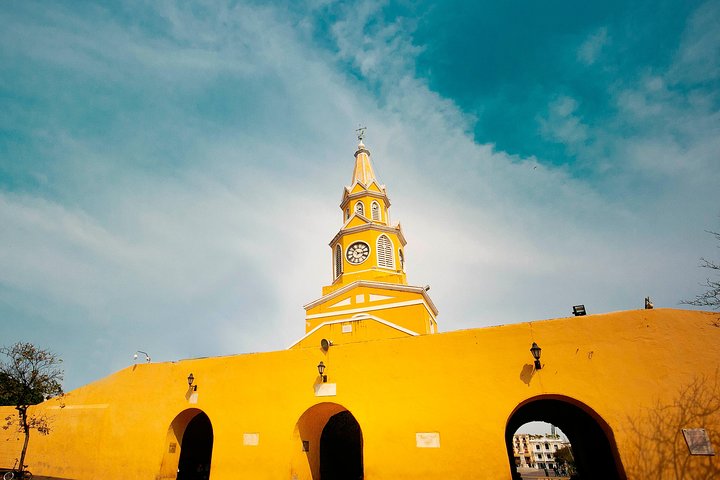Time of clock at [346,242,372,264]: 2:53
